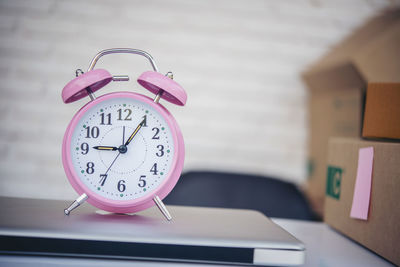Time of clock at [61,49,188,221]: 9:05
